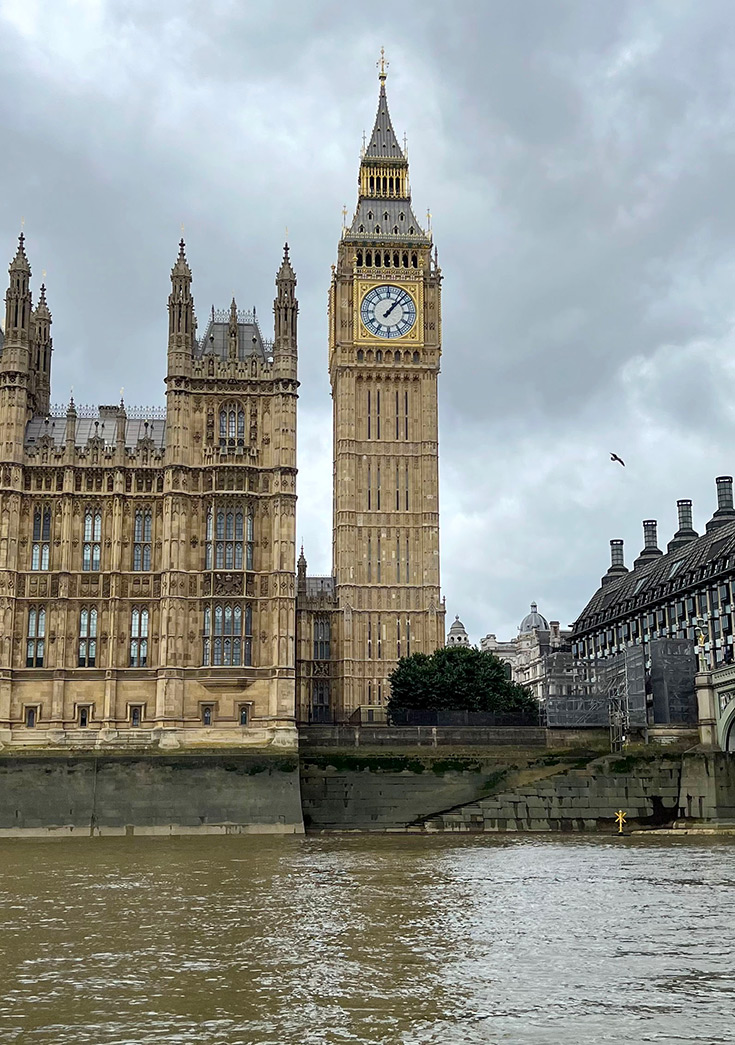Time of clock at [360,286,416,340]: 1:07
